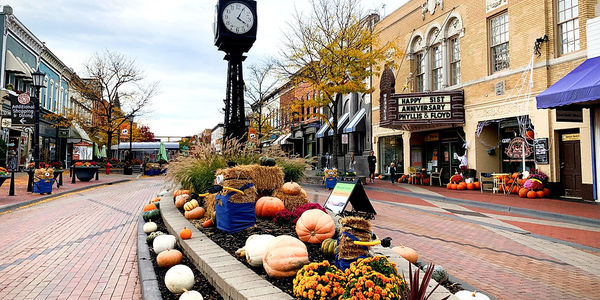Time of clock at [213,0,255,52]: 4:04
